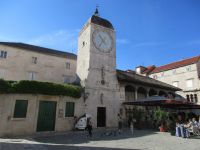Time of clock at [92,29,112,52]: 4:35
